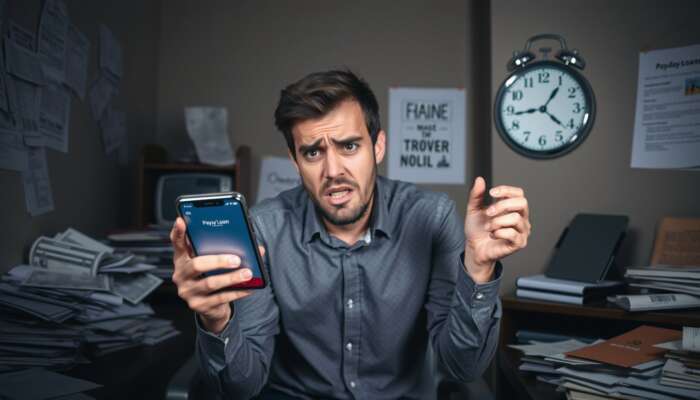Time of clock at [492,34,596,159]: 1:21
